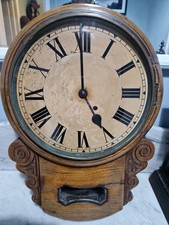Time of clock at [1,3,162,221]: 4:59
